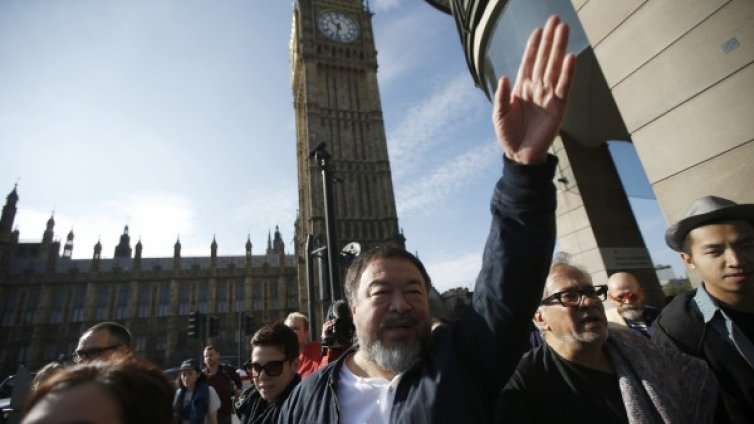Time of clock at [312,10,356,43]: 10:32
